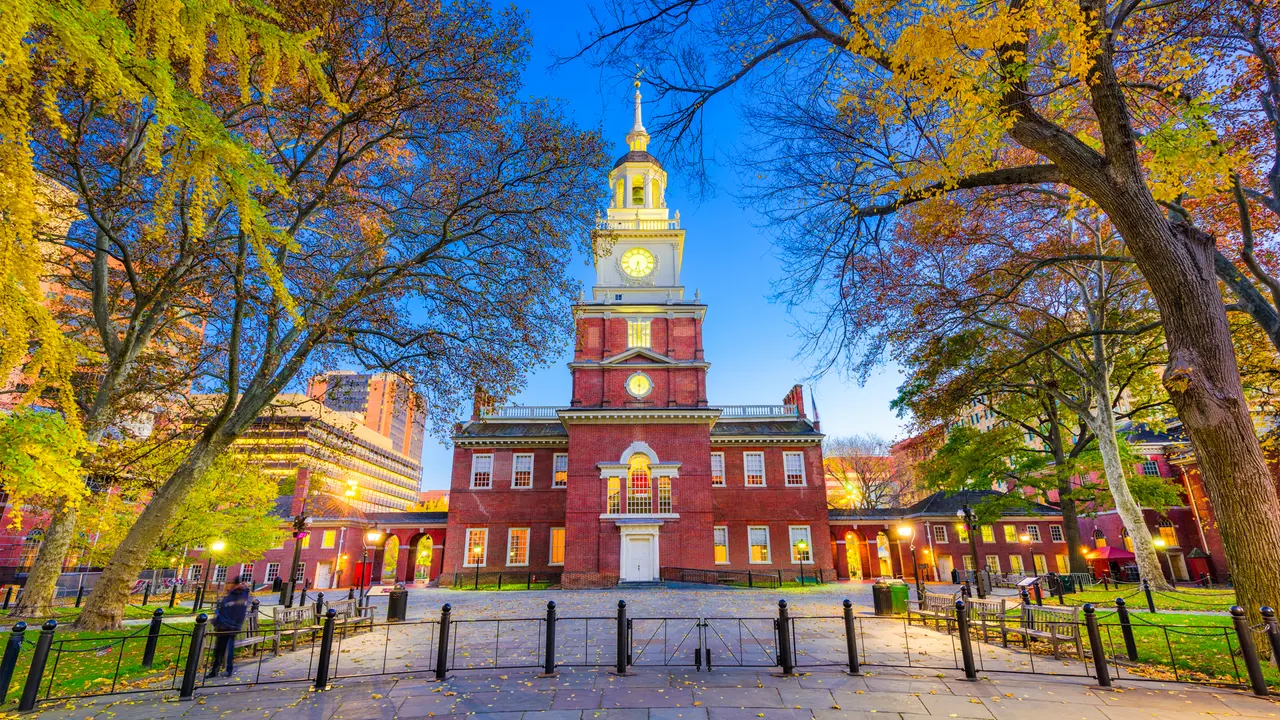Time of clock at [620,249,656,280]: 6:28
